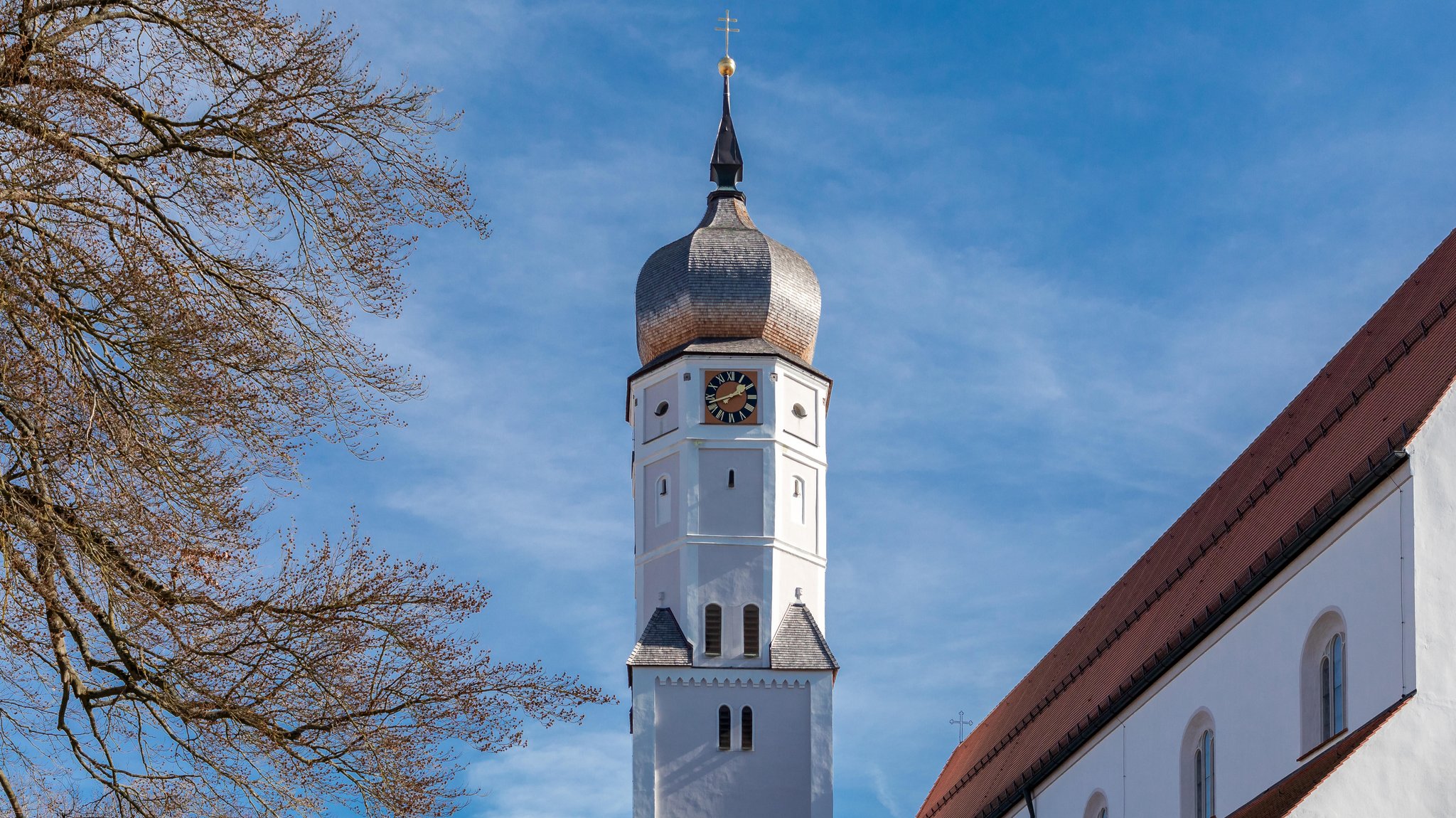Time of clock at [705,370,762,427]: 1:42
